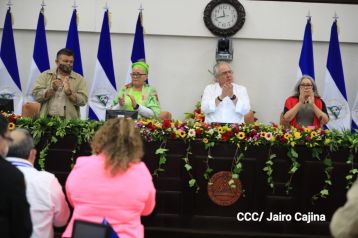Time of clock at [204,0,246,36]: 11:42
